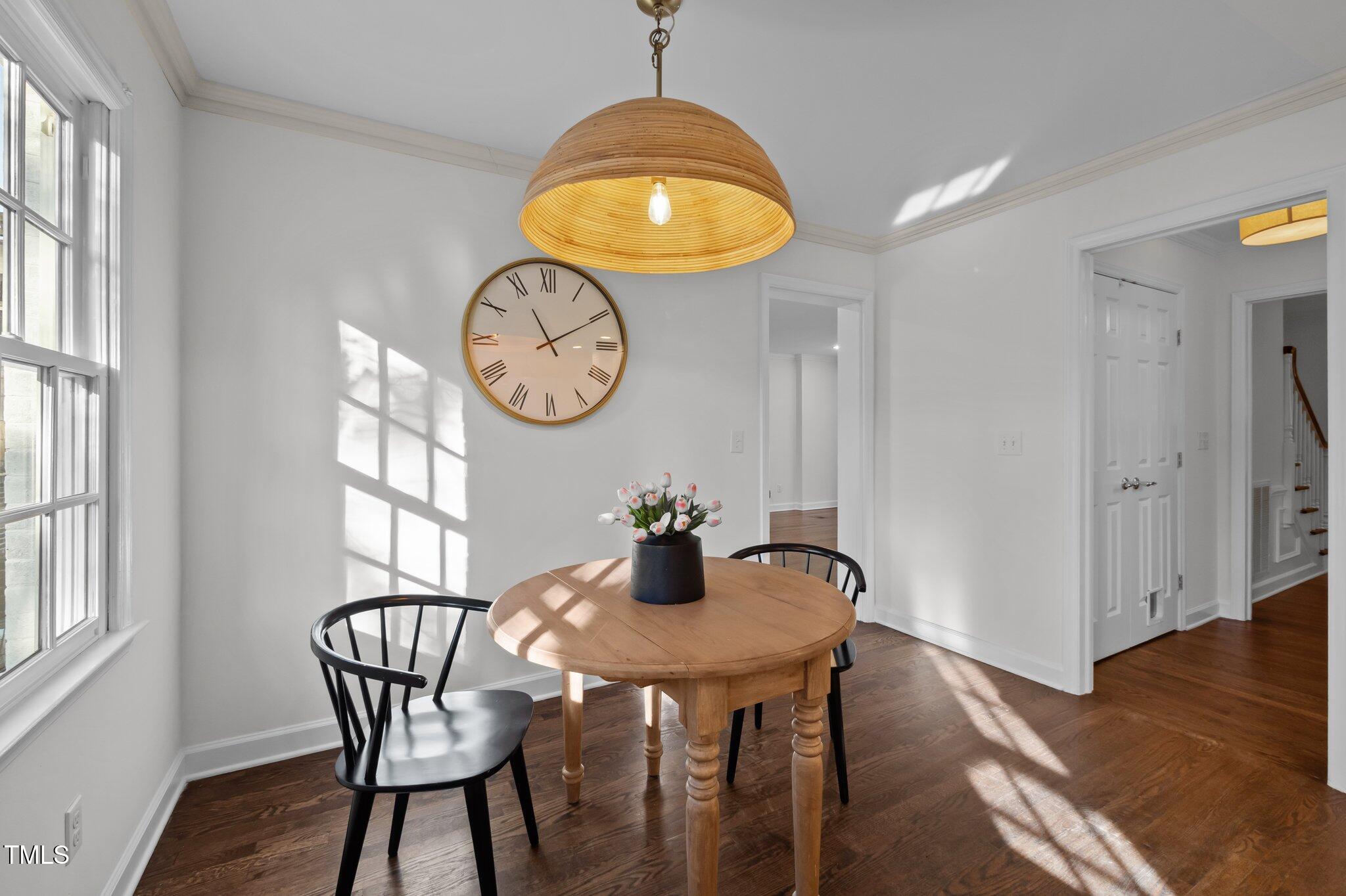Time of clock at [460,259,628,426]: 11:10
